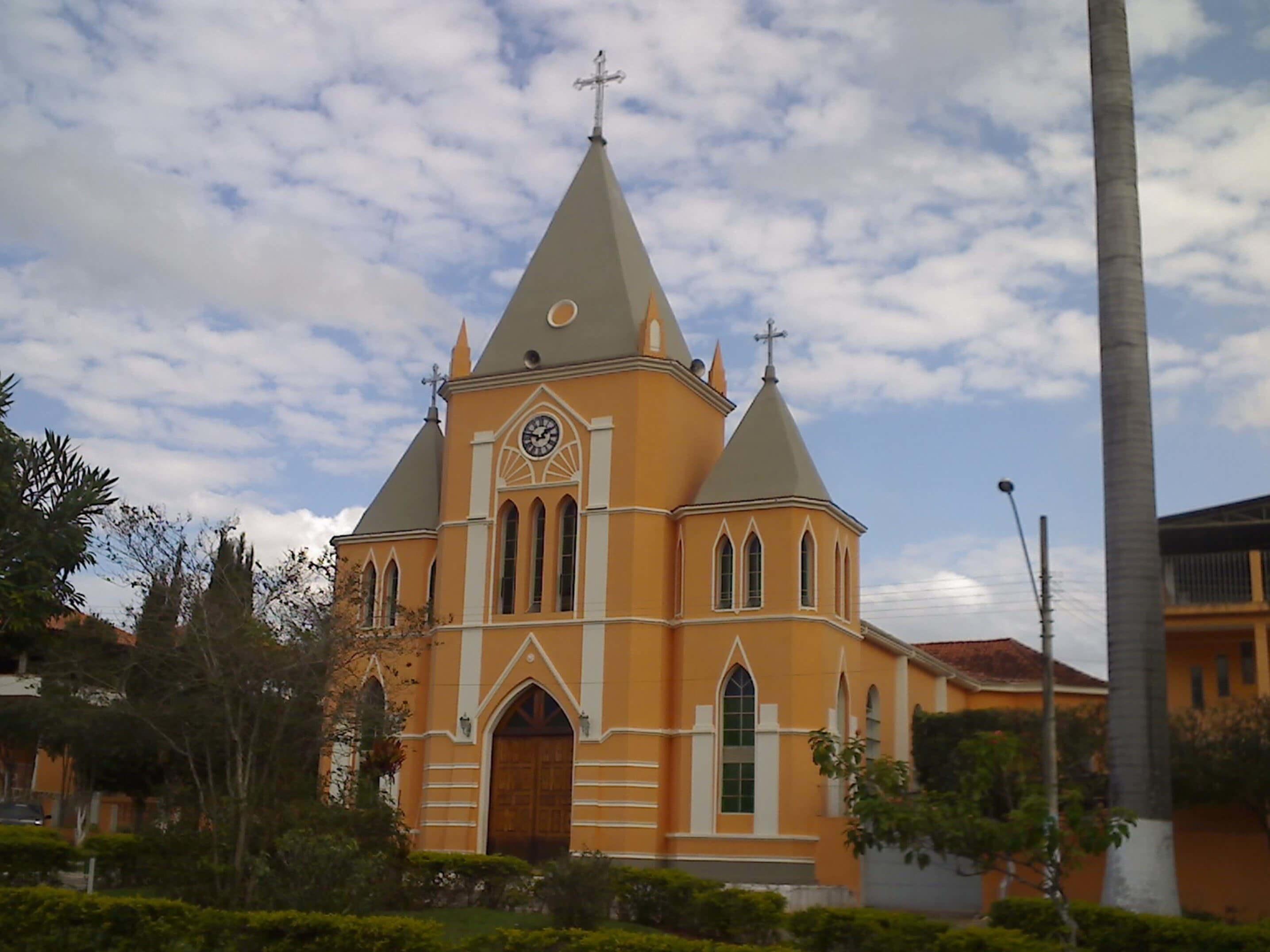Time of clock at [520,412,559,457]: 1:47
